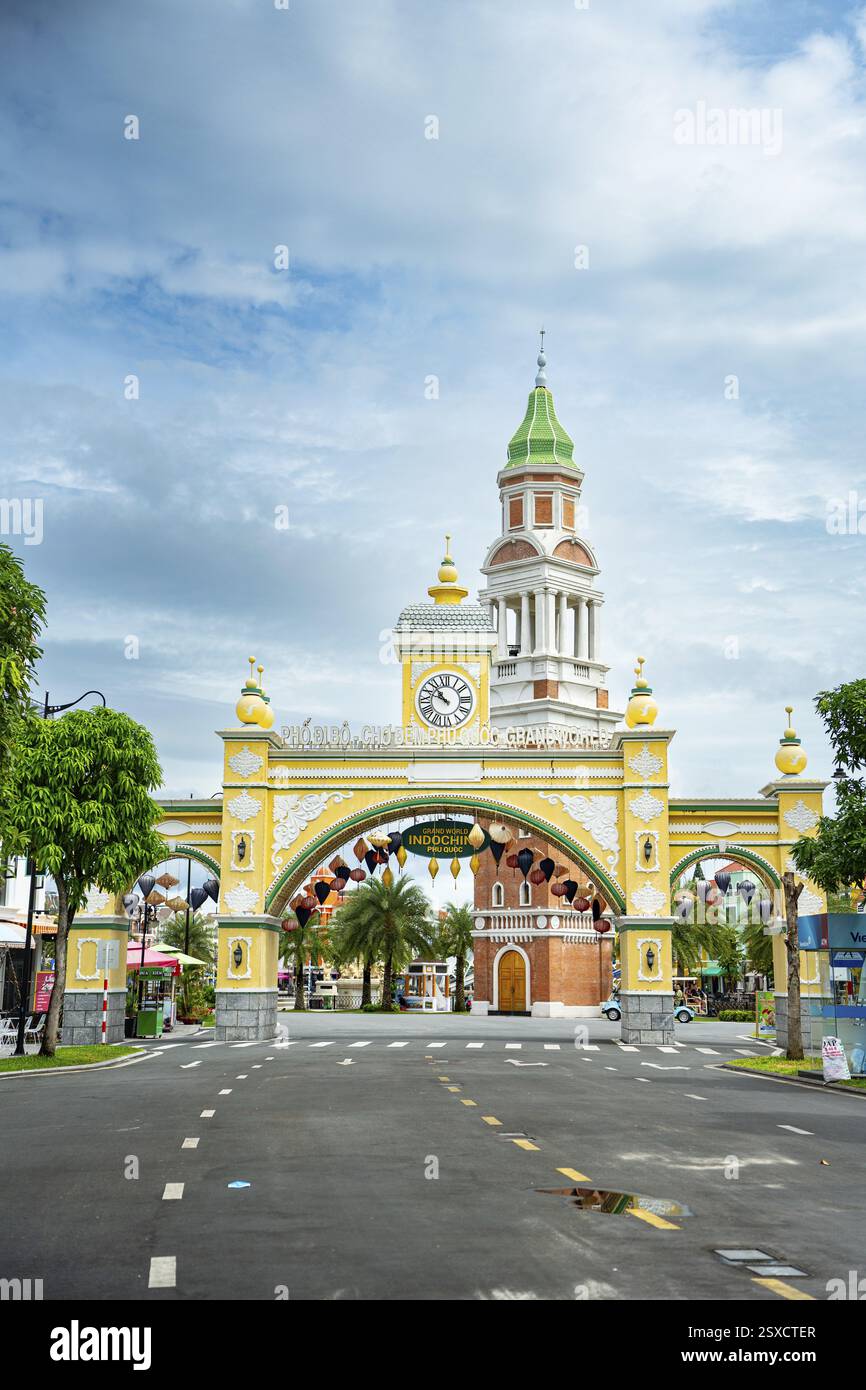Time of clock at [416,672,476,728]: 10:48
